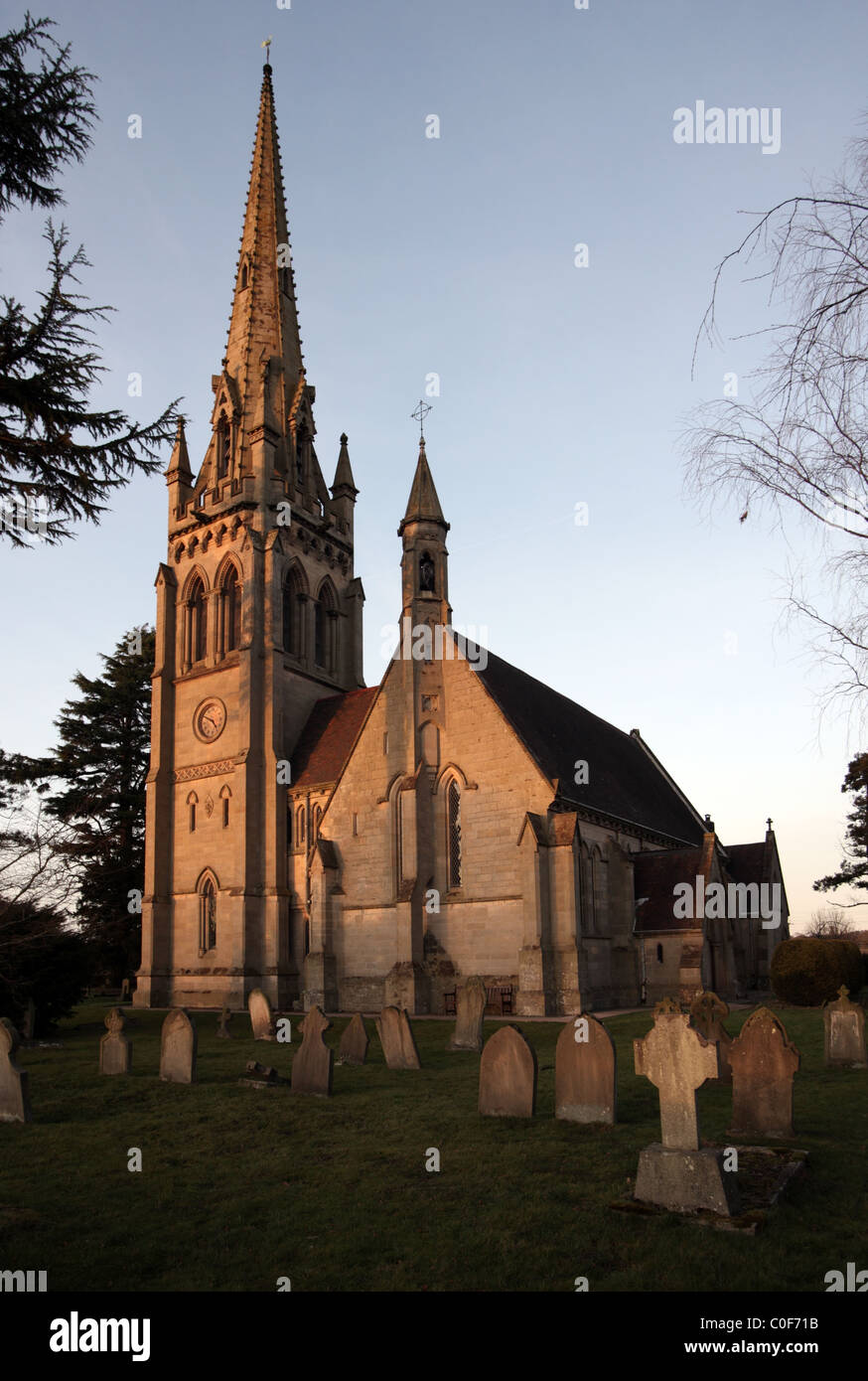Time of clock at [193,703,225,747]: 4:49
